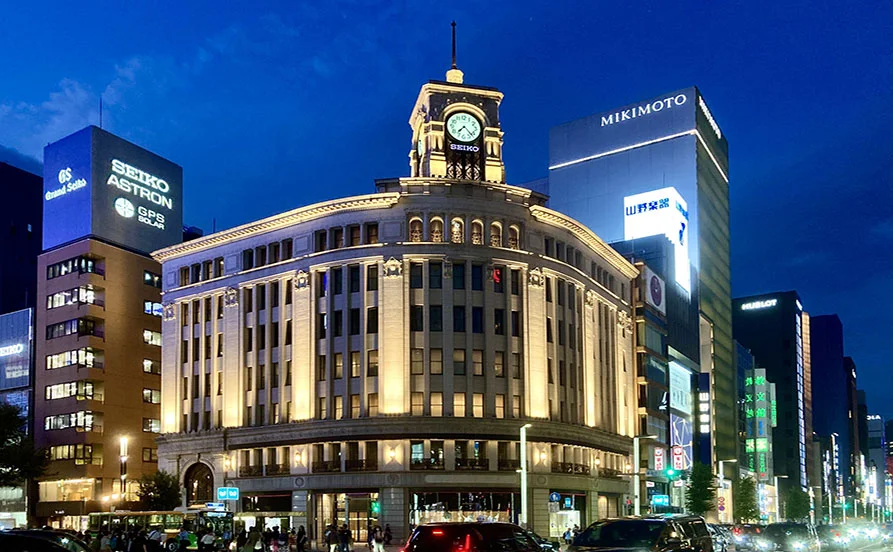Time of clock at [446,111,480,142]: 7:22
